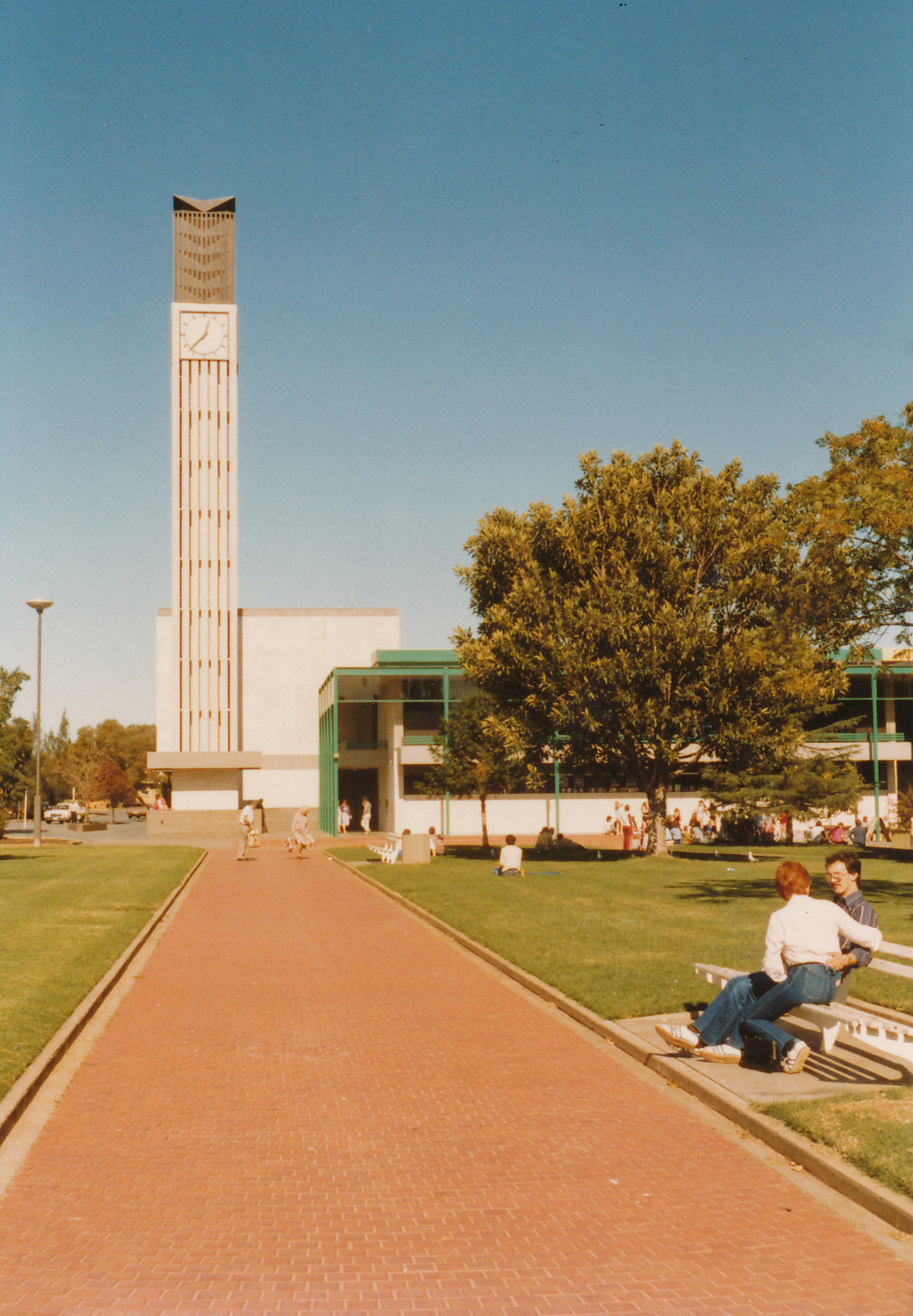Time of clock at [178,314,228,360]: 12:37
